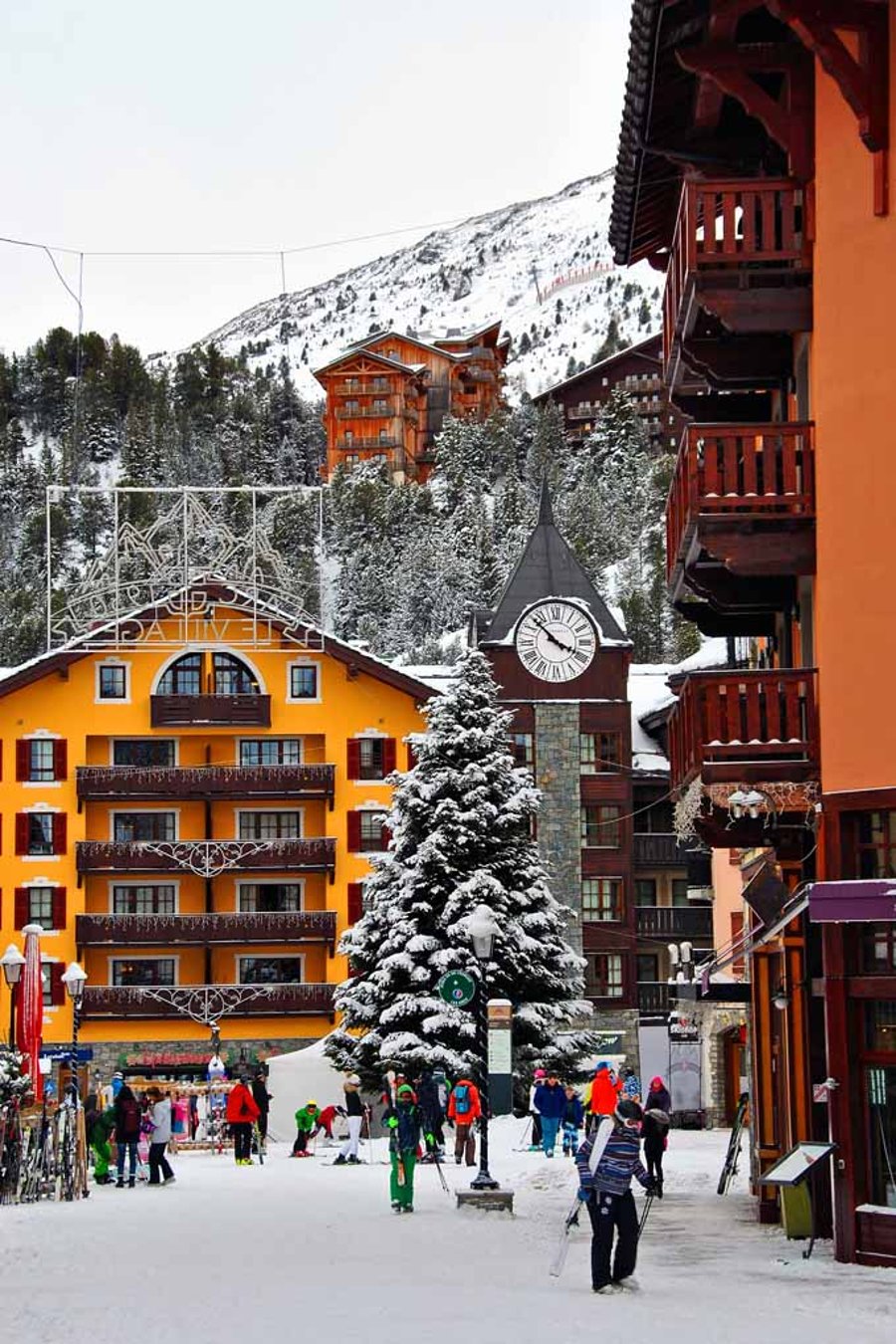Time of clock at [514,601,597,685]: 3:52
